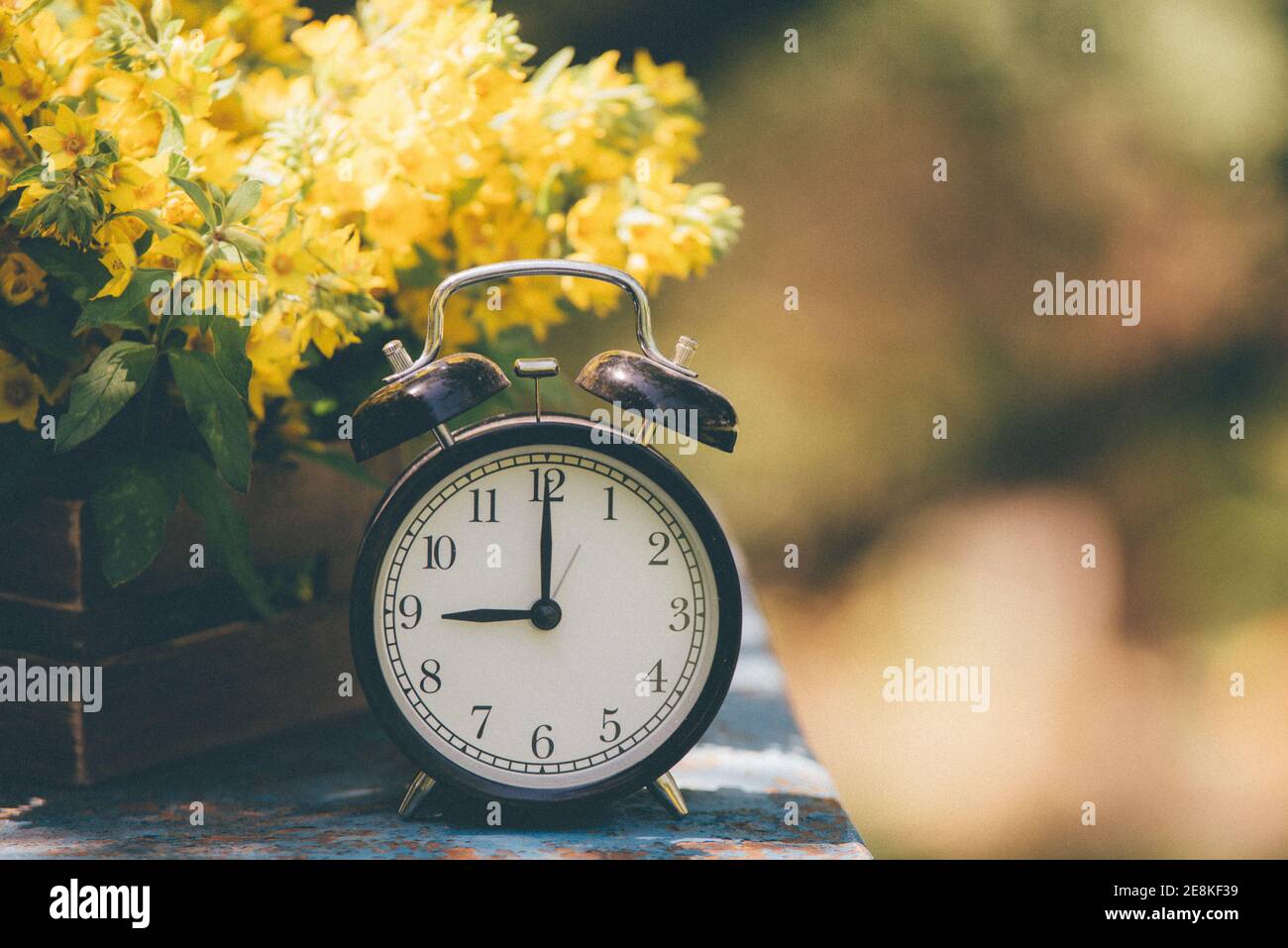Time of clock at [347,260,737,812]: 9:00
